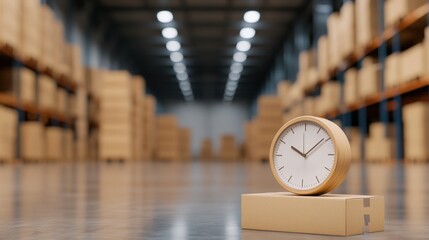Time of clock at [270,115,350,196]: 10:08
